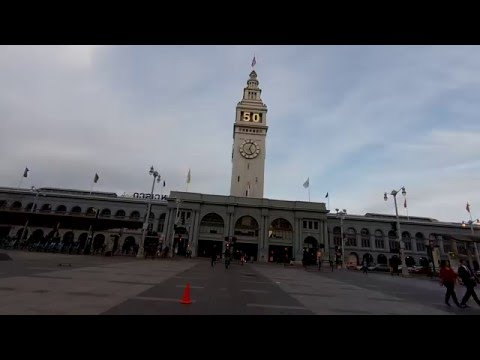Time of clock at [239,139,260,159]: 5:03
